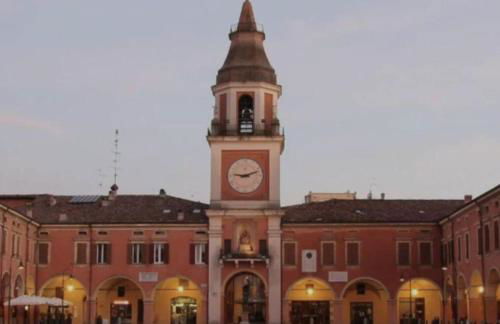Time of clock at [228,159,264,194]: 9:11
